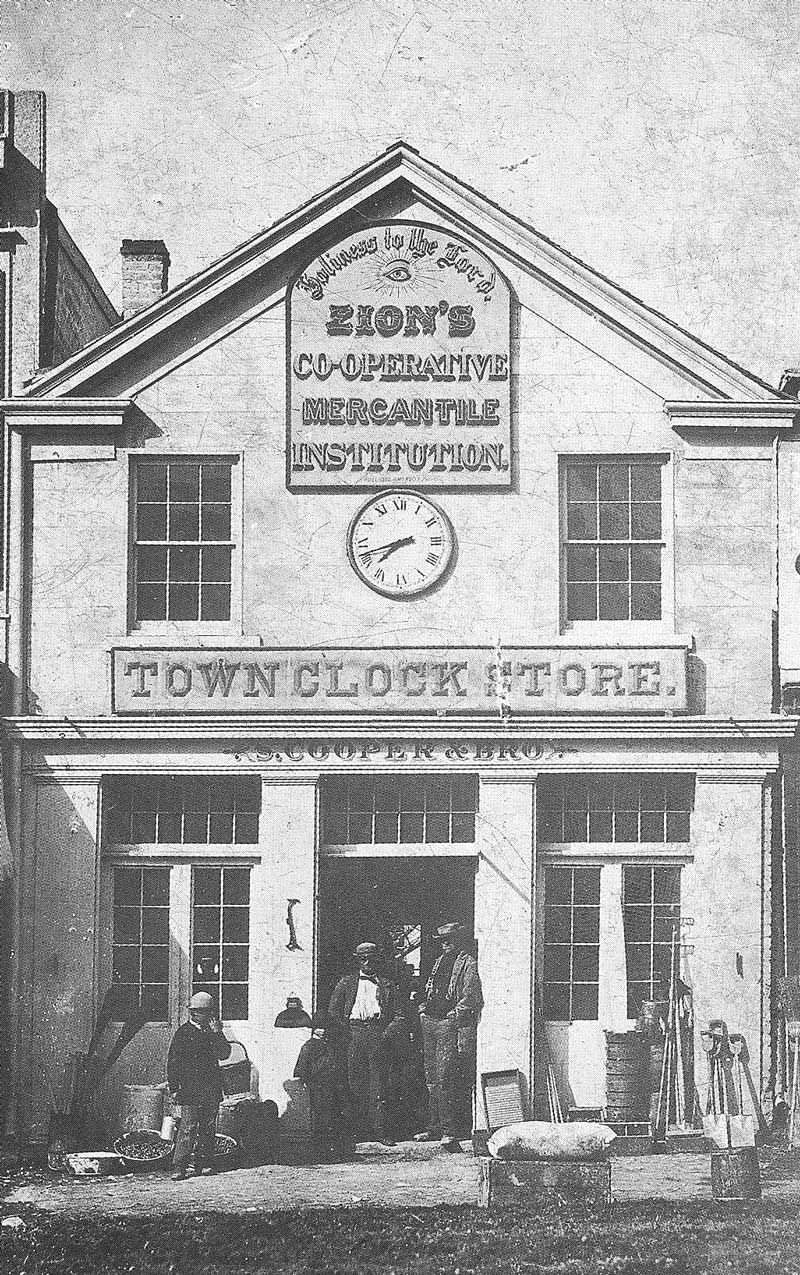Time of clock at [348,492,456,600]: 7:42
